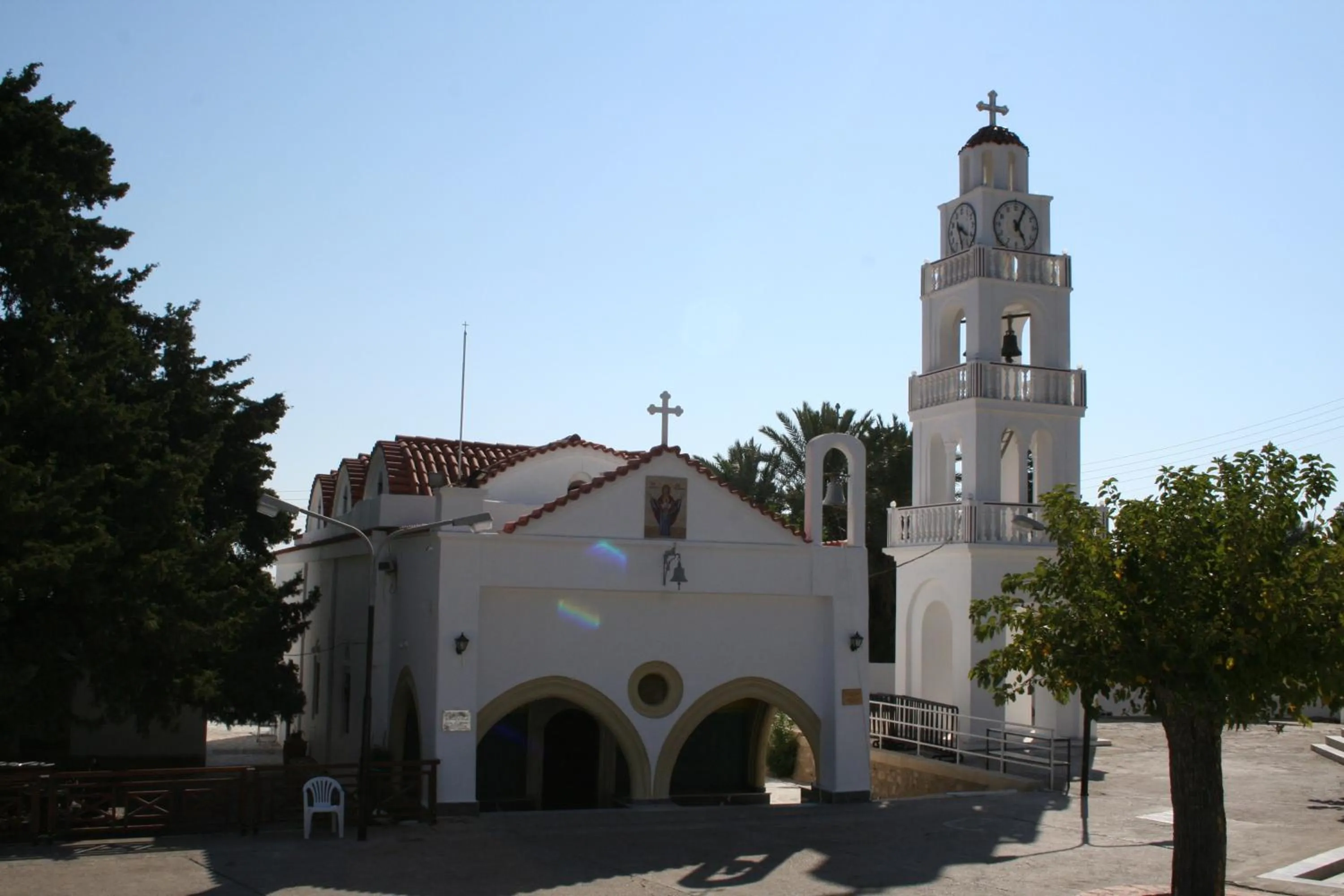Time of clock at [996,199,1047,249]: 5:04
